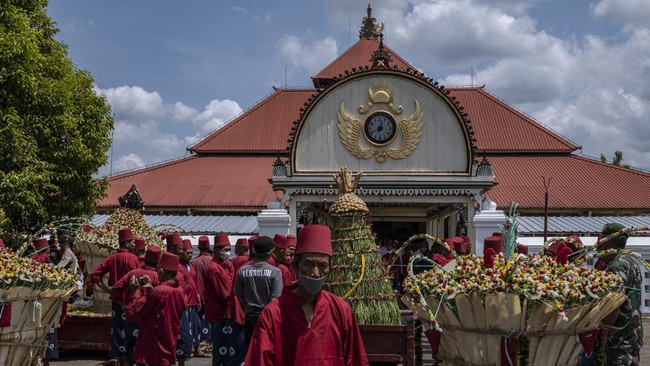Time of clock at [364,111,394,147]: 12:41
